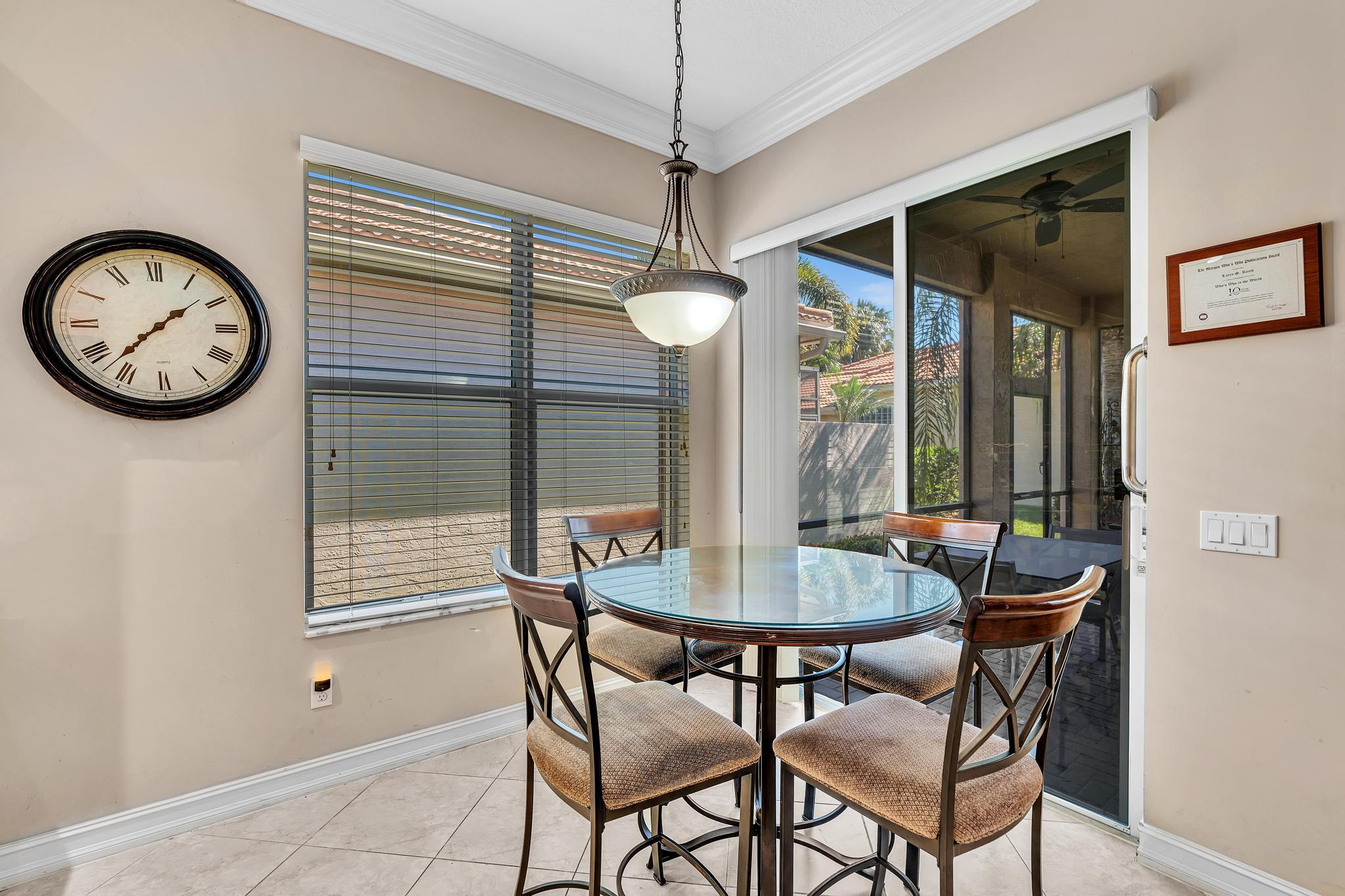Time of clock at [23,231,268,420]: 1:37
